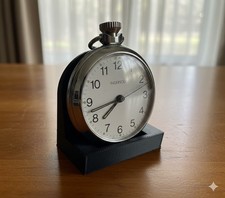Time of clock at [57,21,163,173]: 7:42
